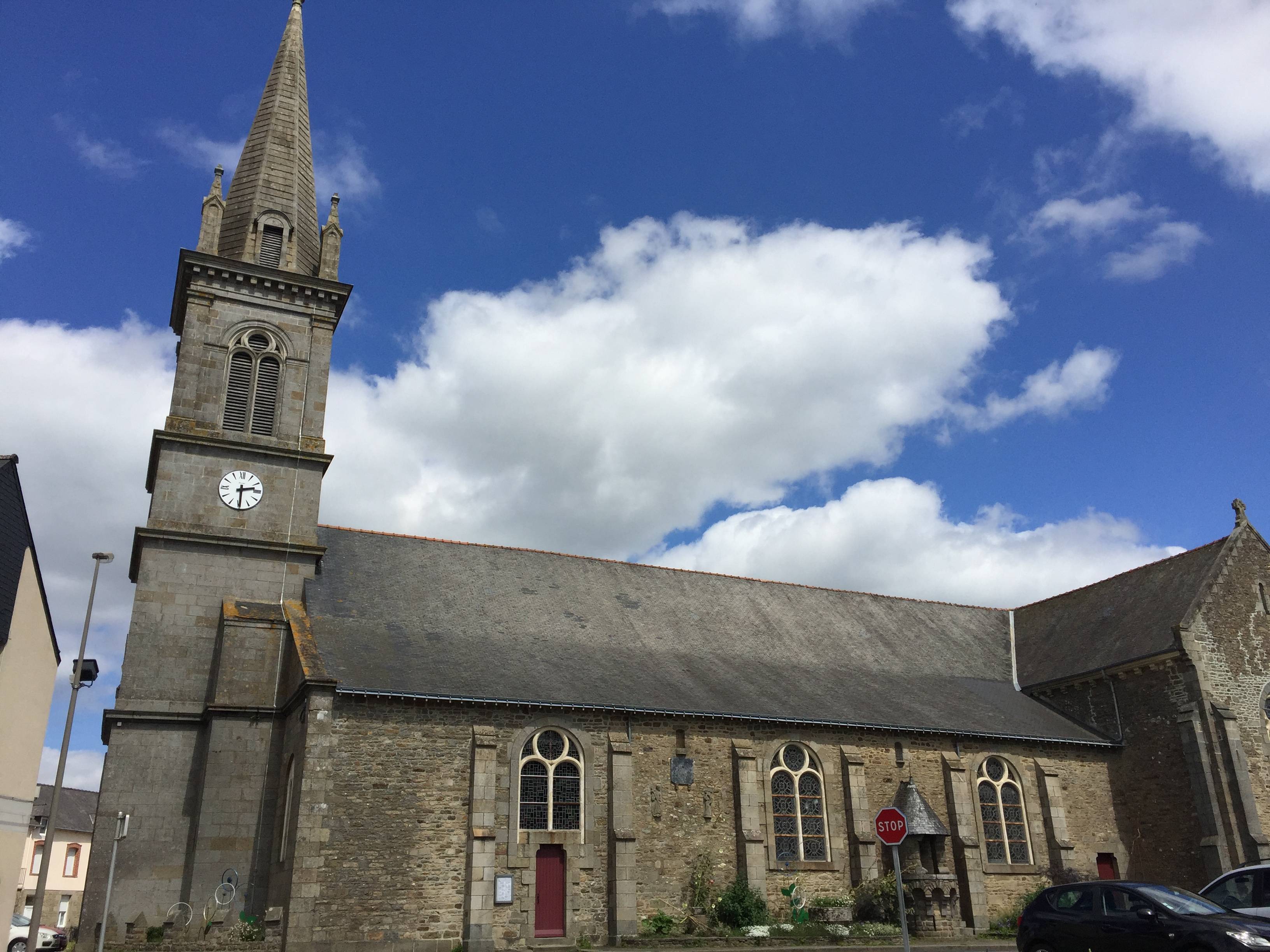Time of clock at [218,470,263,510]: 2:29
